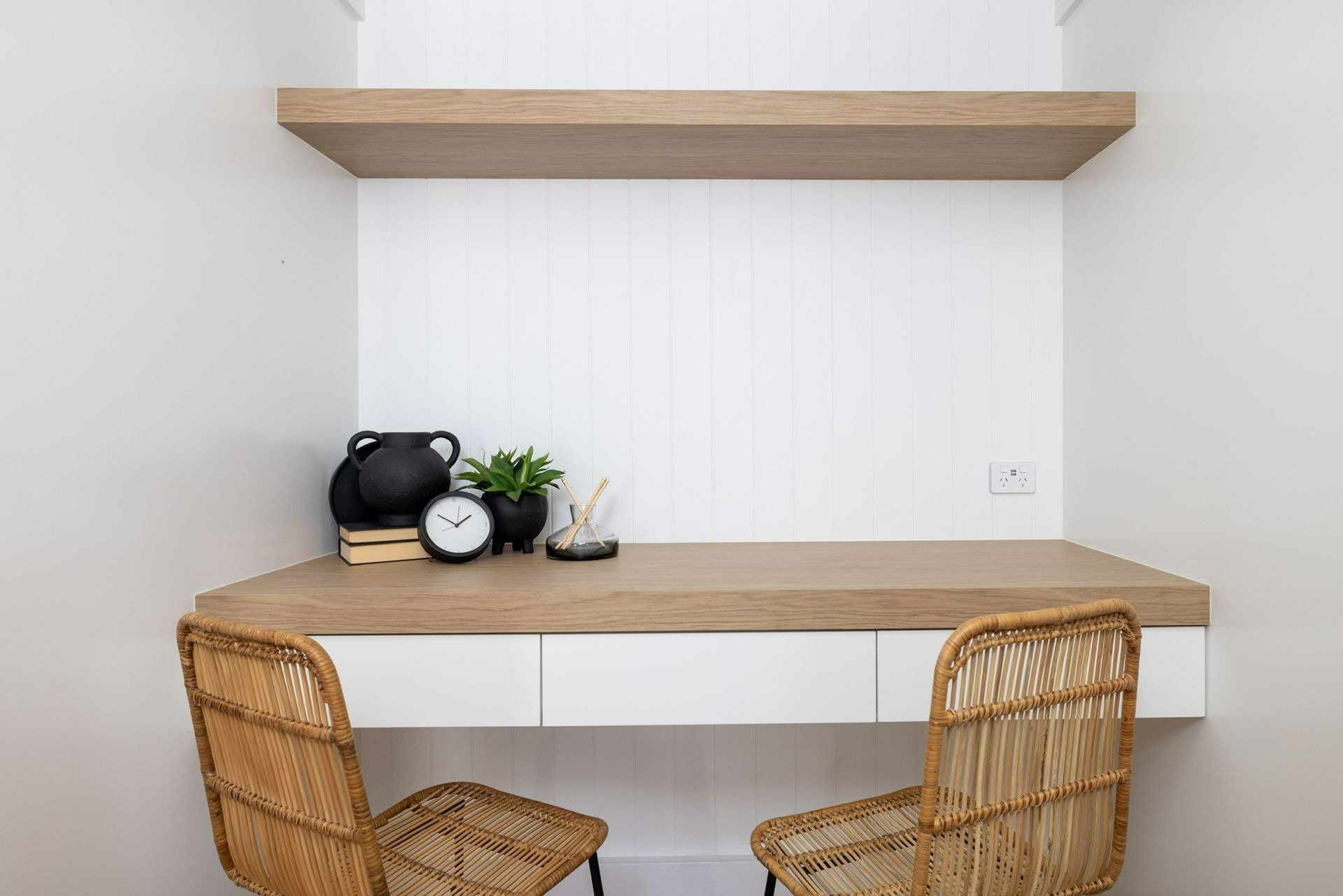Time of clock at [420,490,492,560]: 1:50
